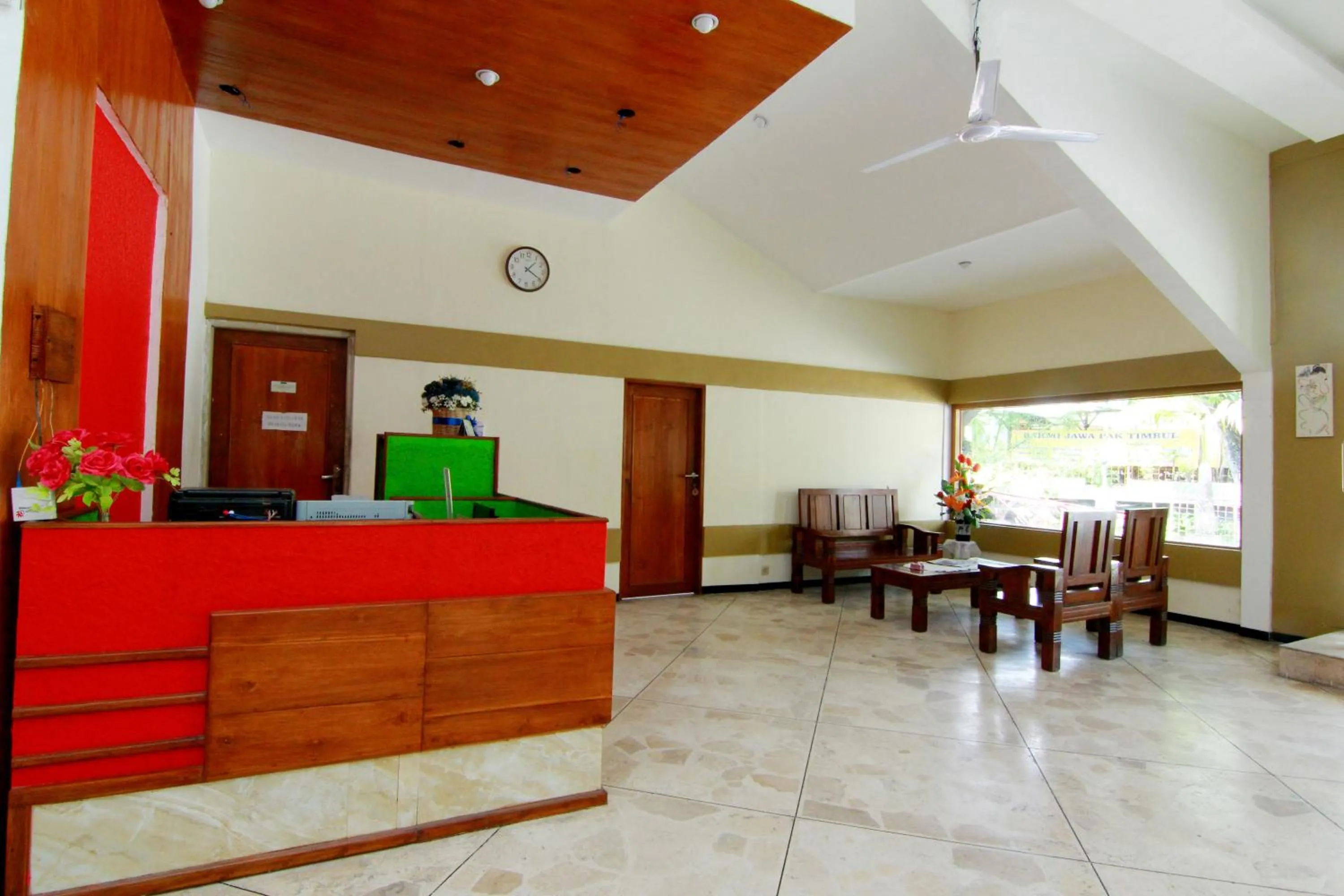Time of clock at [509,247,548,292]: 1:19
